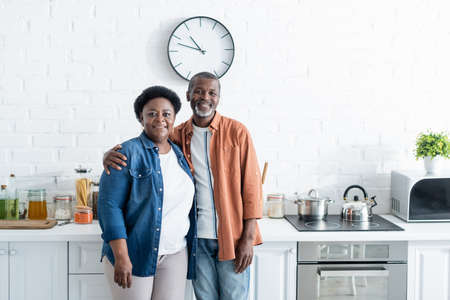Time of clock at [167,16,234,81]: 10:47
